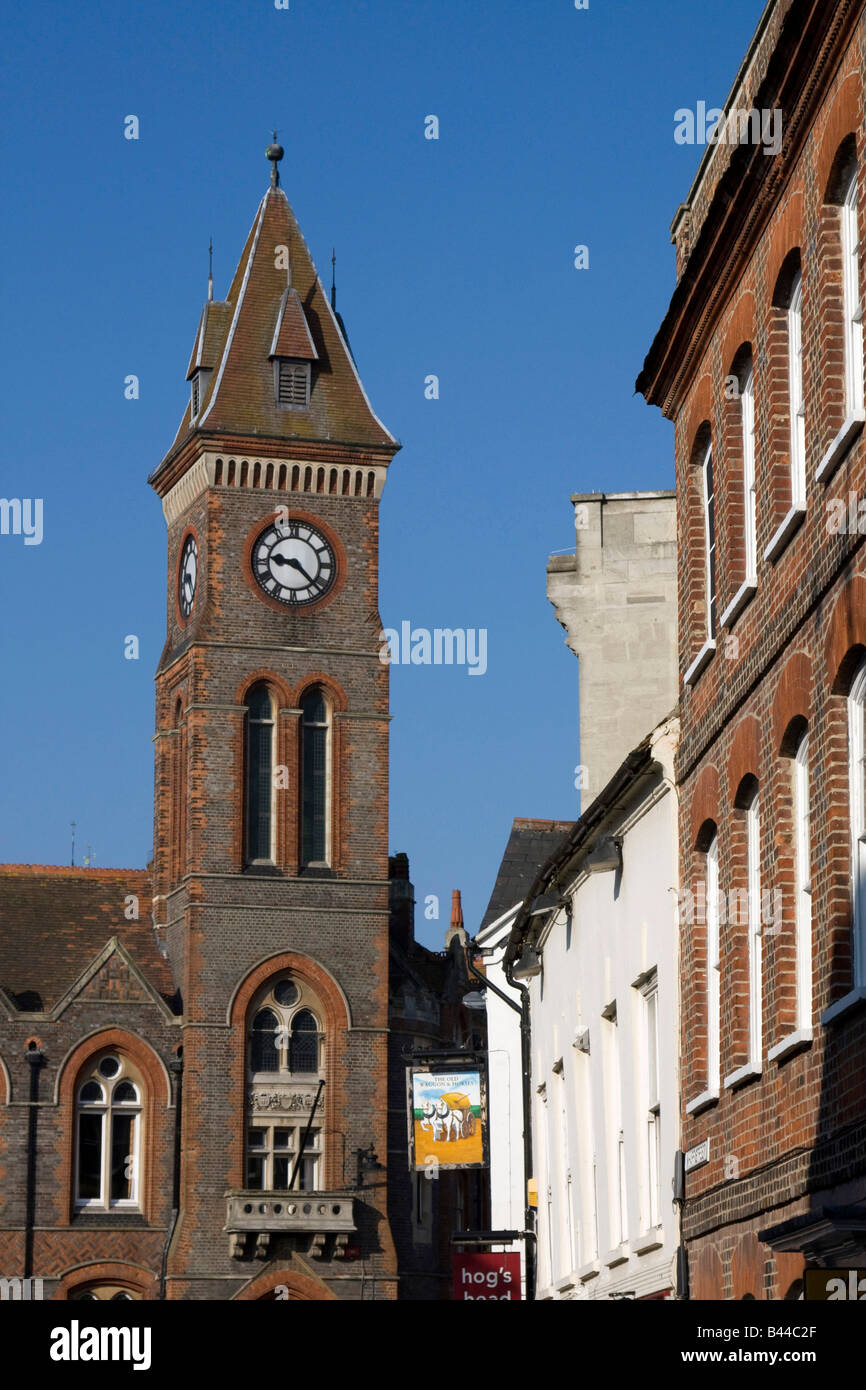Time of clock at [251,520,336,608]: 9:22
